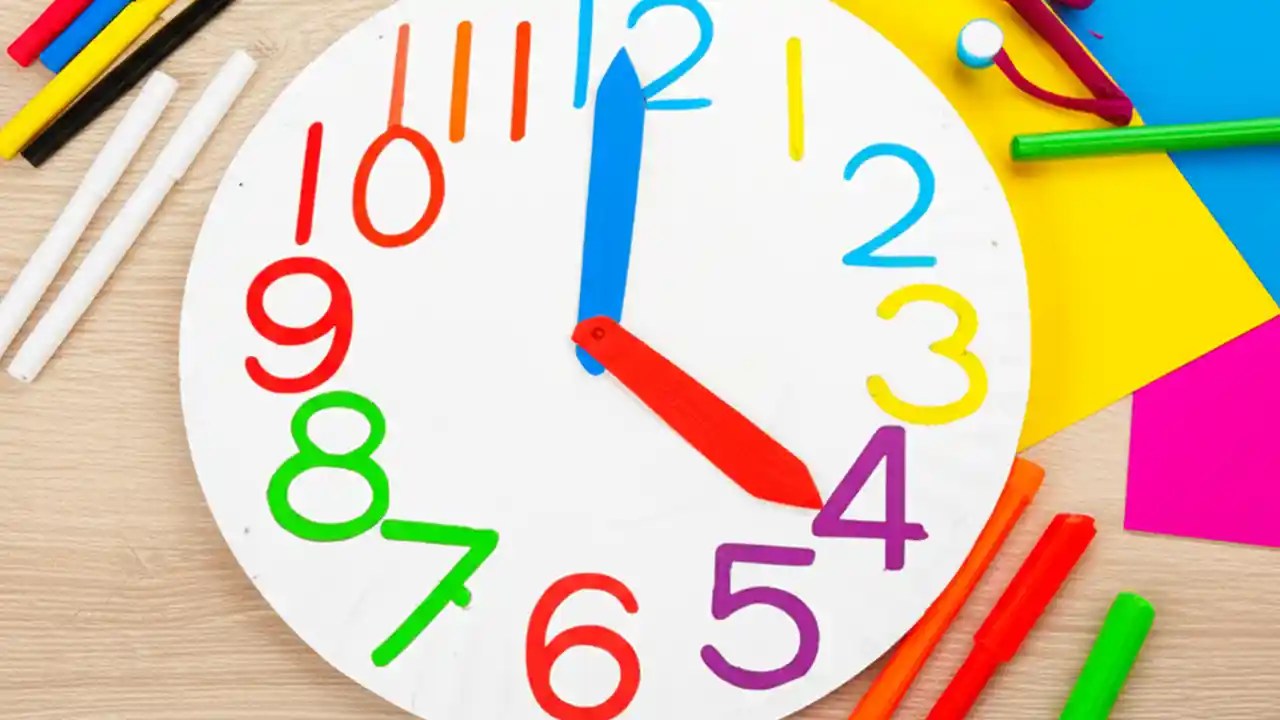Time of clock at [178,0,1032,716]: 4:00
